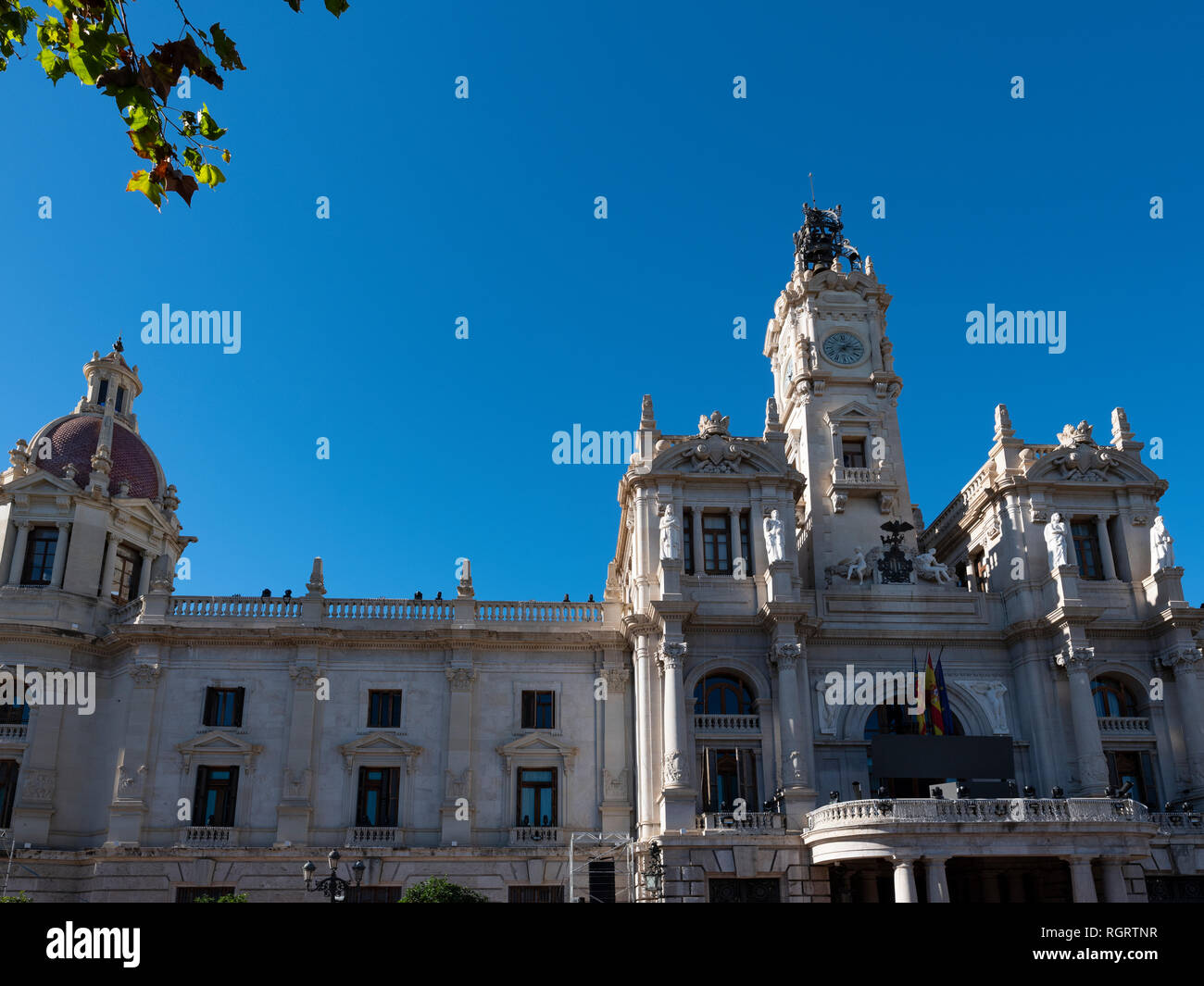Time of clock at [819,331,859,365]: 1:13
